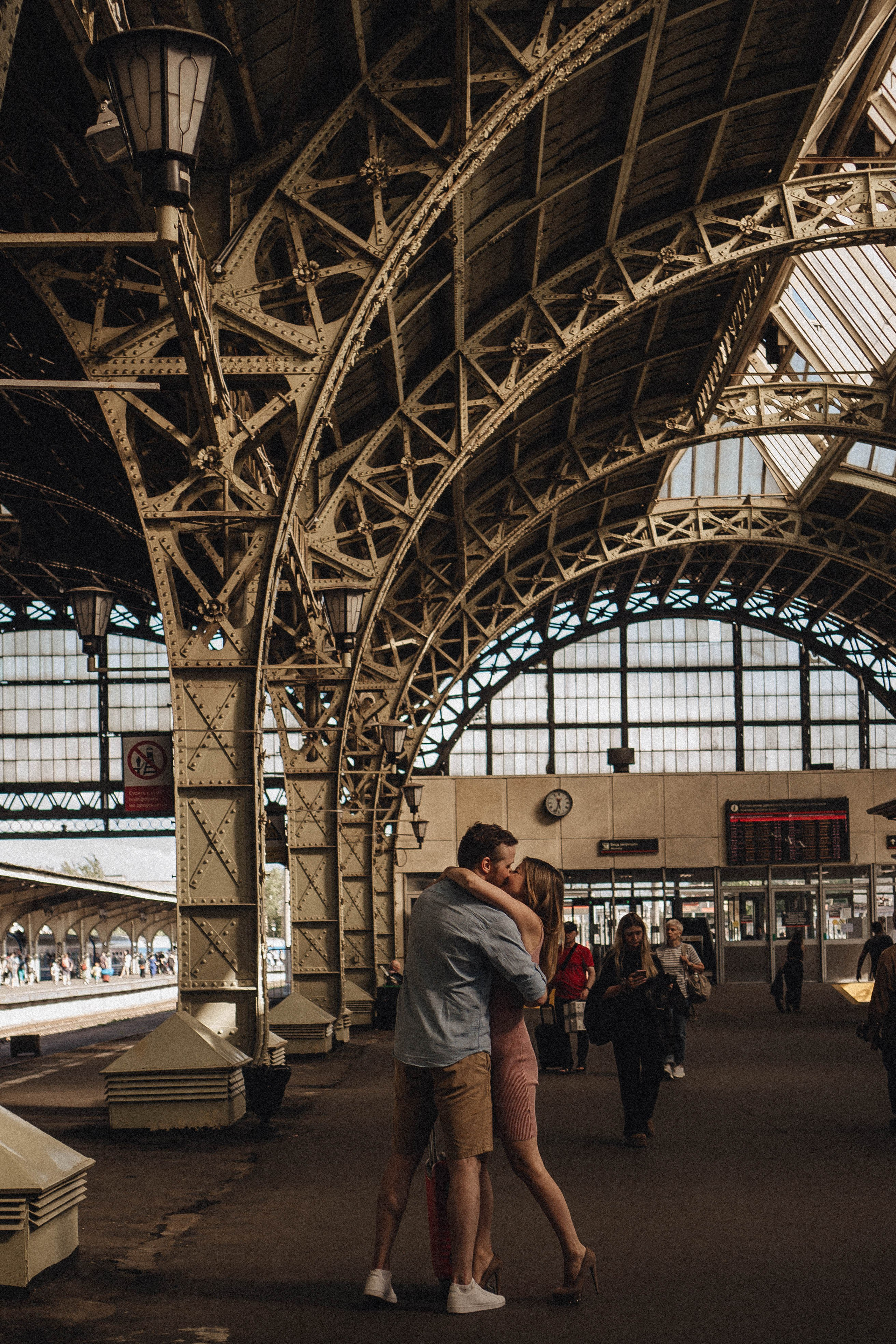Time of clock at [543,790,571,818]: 5:33
